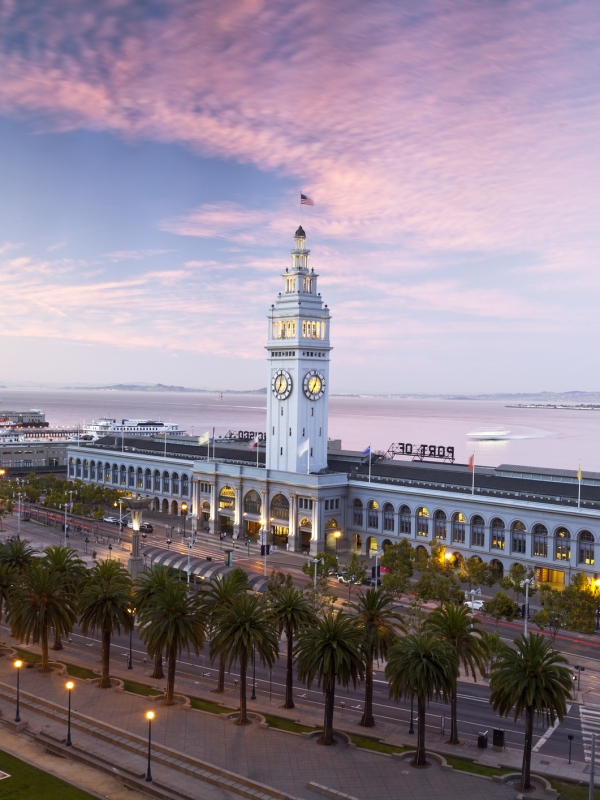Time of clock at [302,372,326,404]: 7:03
